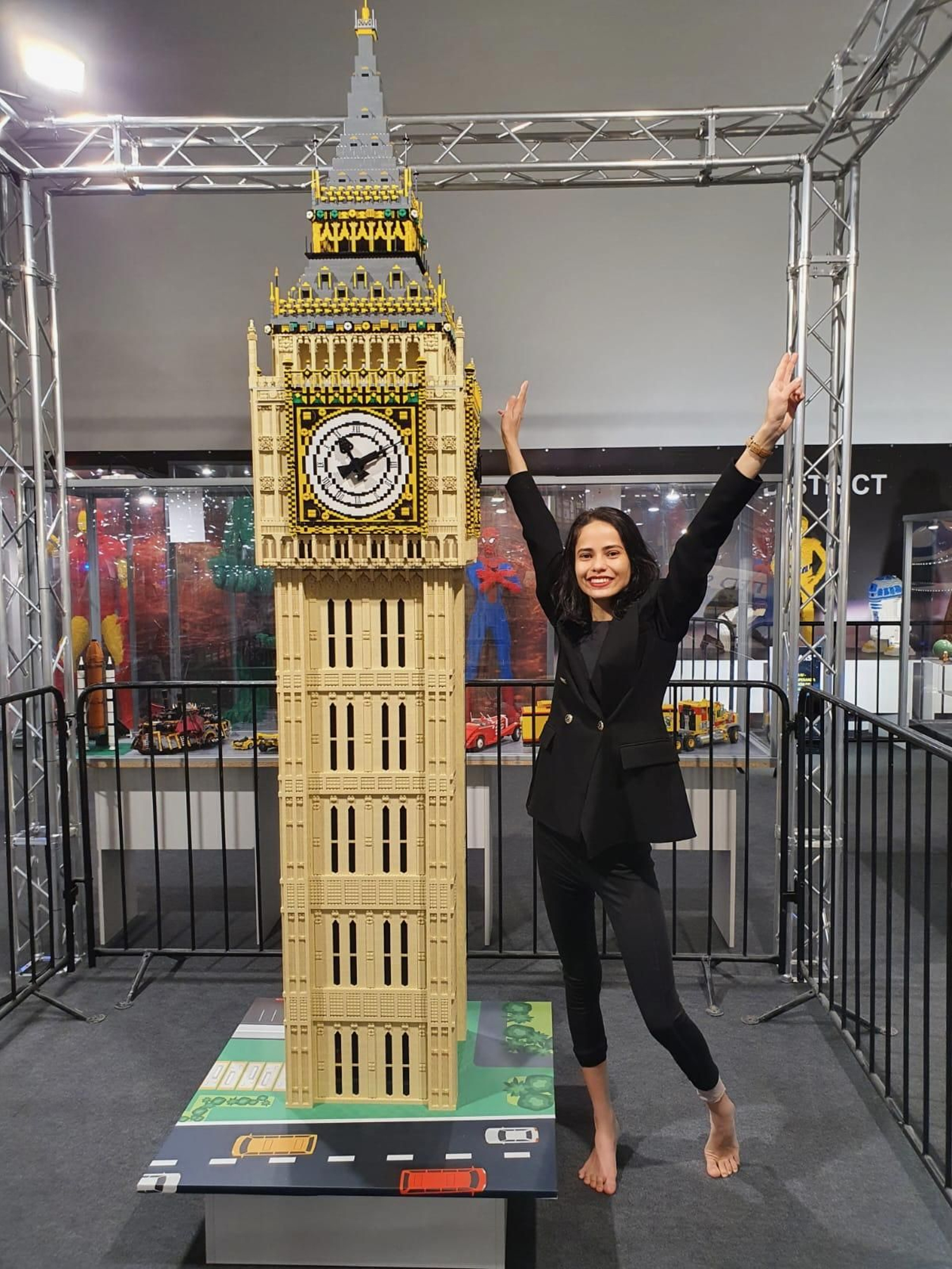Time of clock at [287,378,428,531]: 11:10
